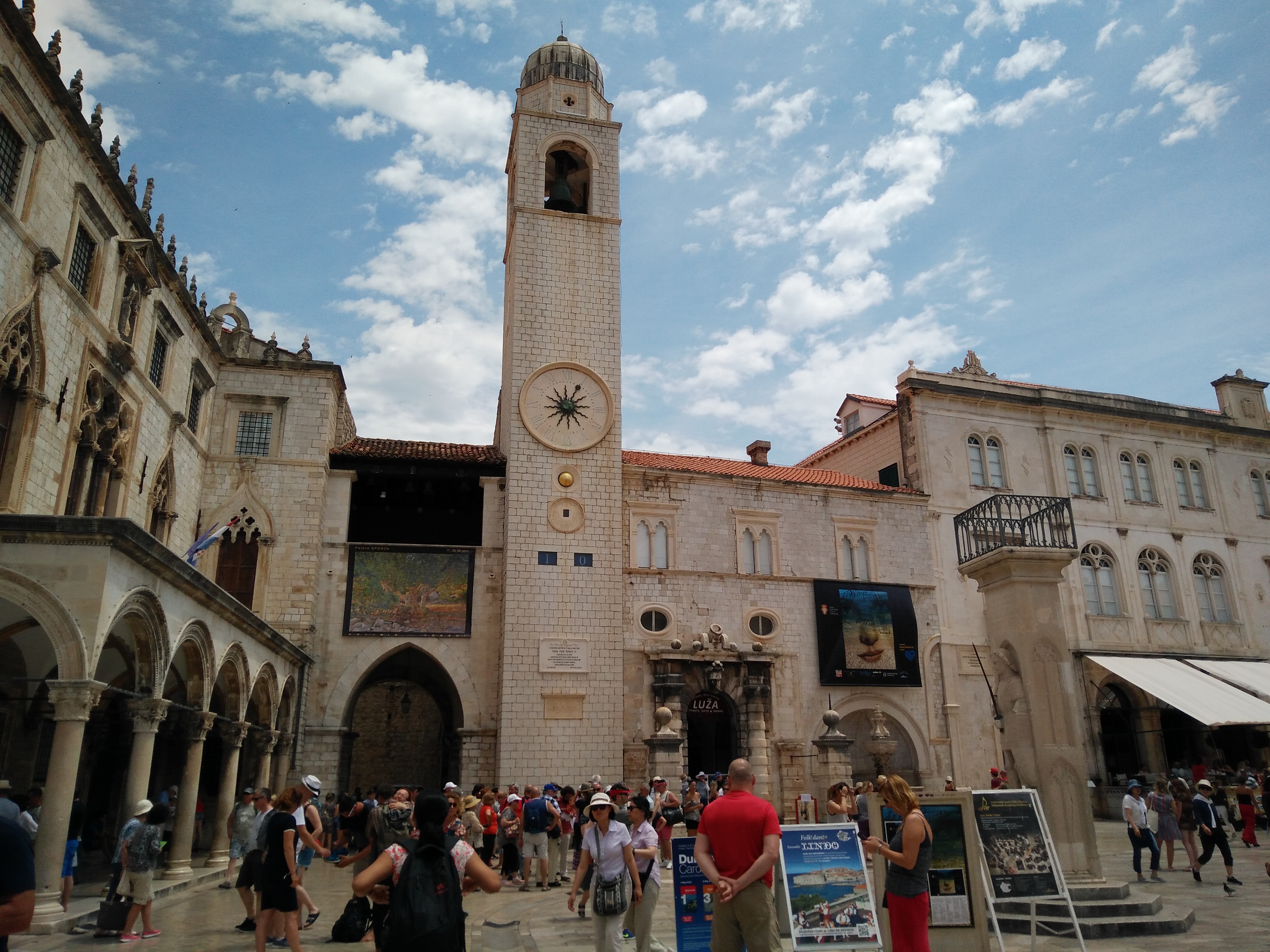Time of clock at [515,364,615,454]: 3:04
